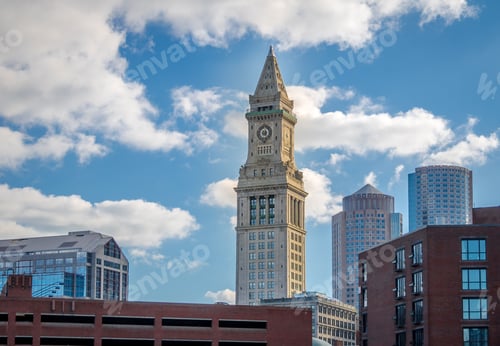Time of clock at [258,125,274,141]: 8:27
